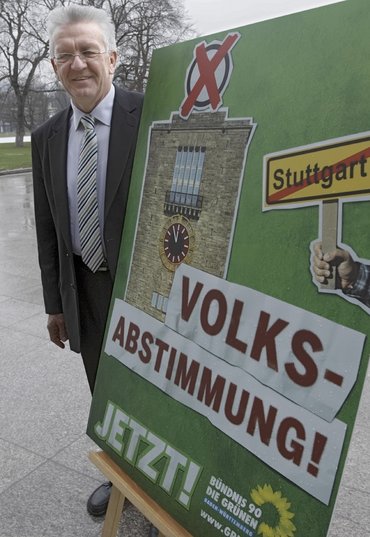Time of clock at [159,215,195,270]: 11:55
